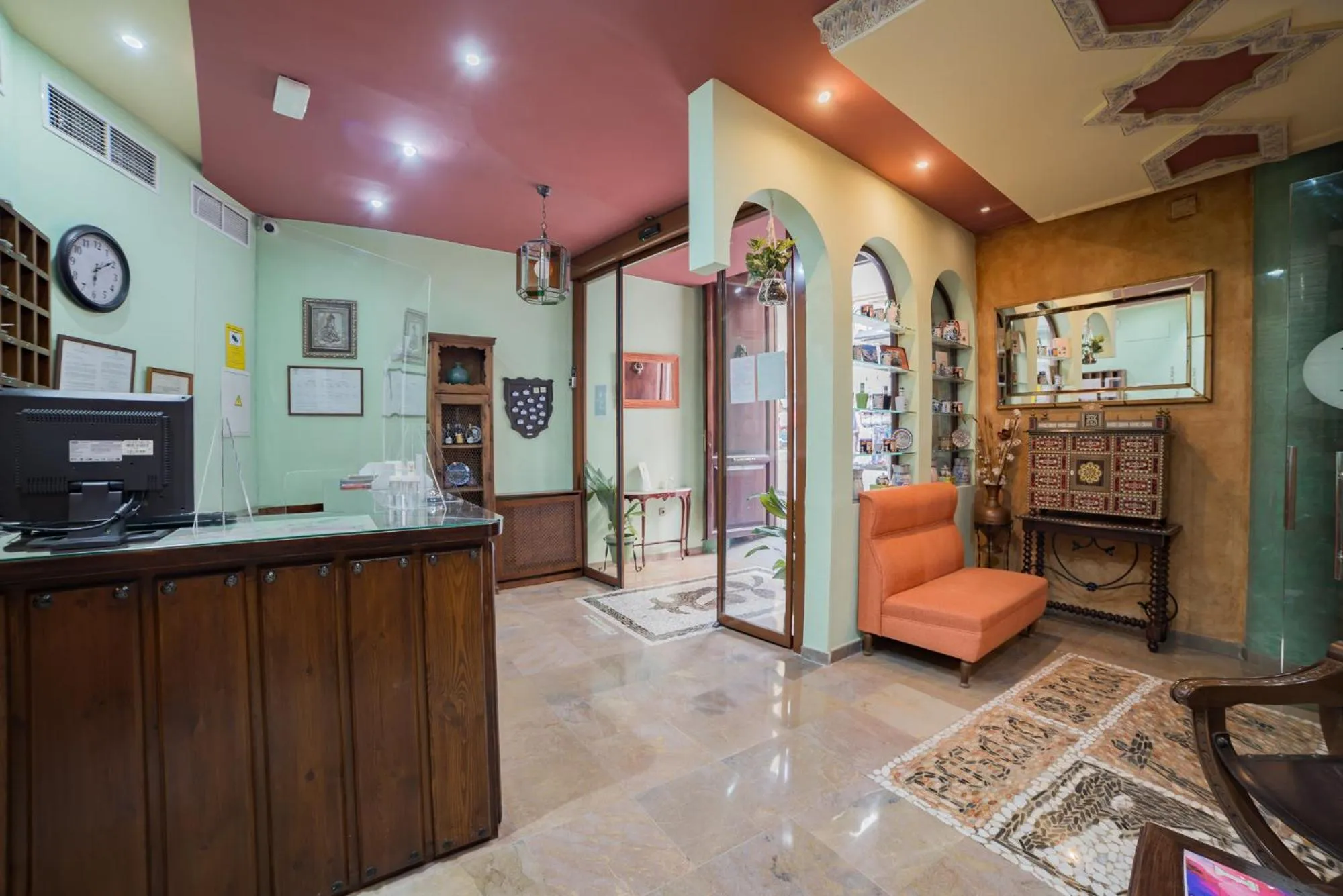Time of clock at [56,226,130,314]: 6:09
